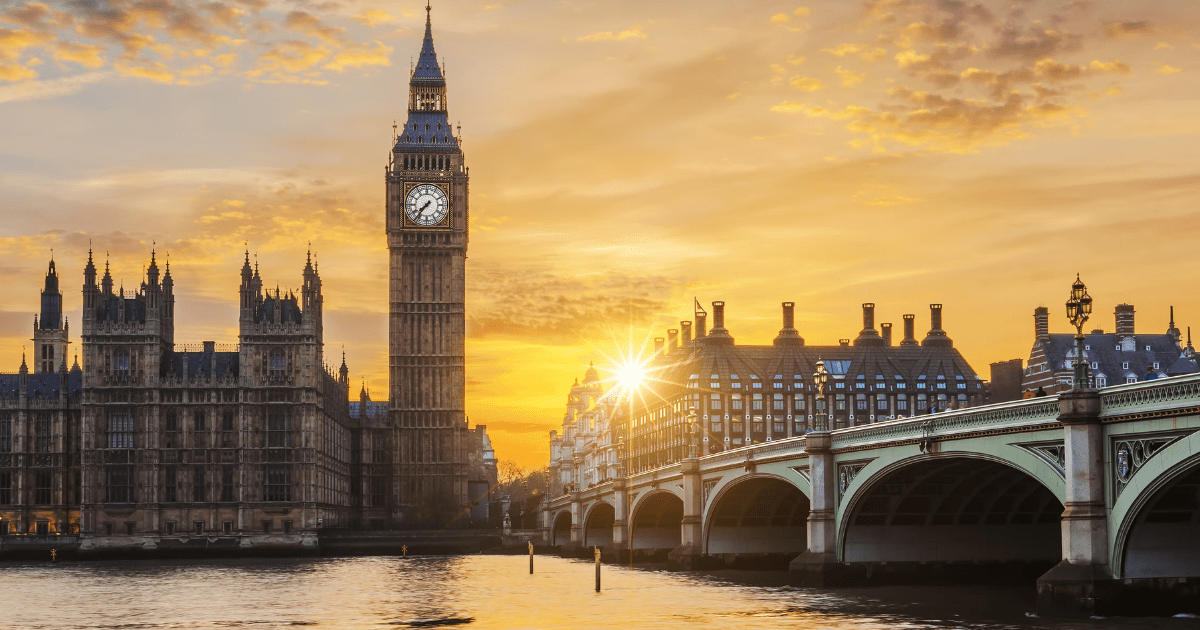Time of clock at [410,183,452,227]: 7:36
